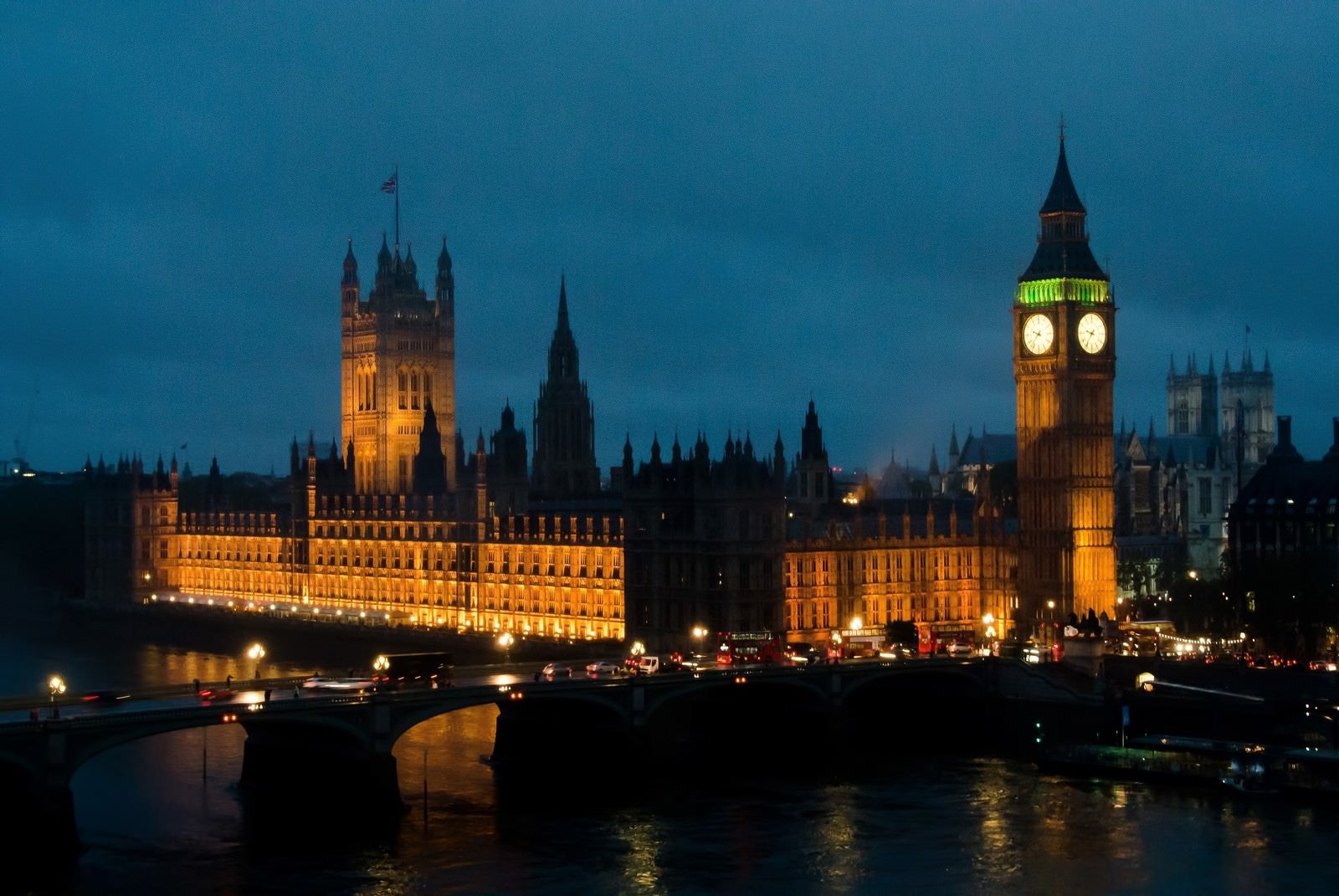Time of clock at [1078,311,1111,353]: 9:36
